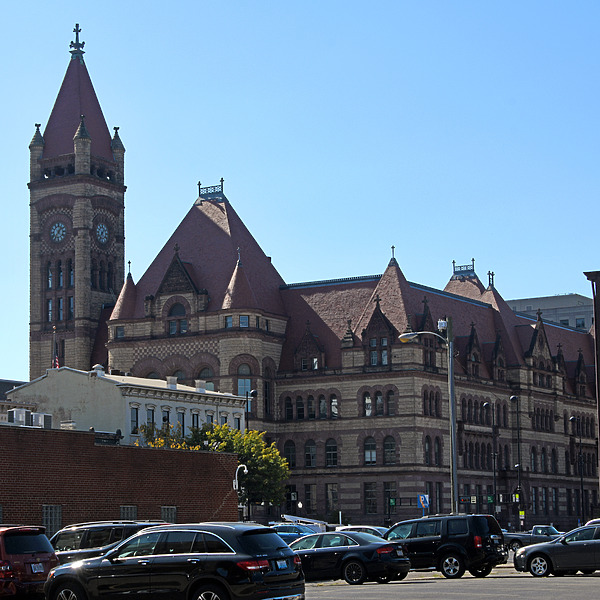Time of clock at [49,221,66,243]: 1:35
